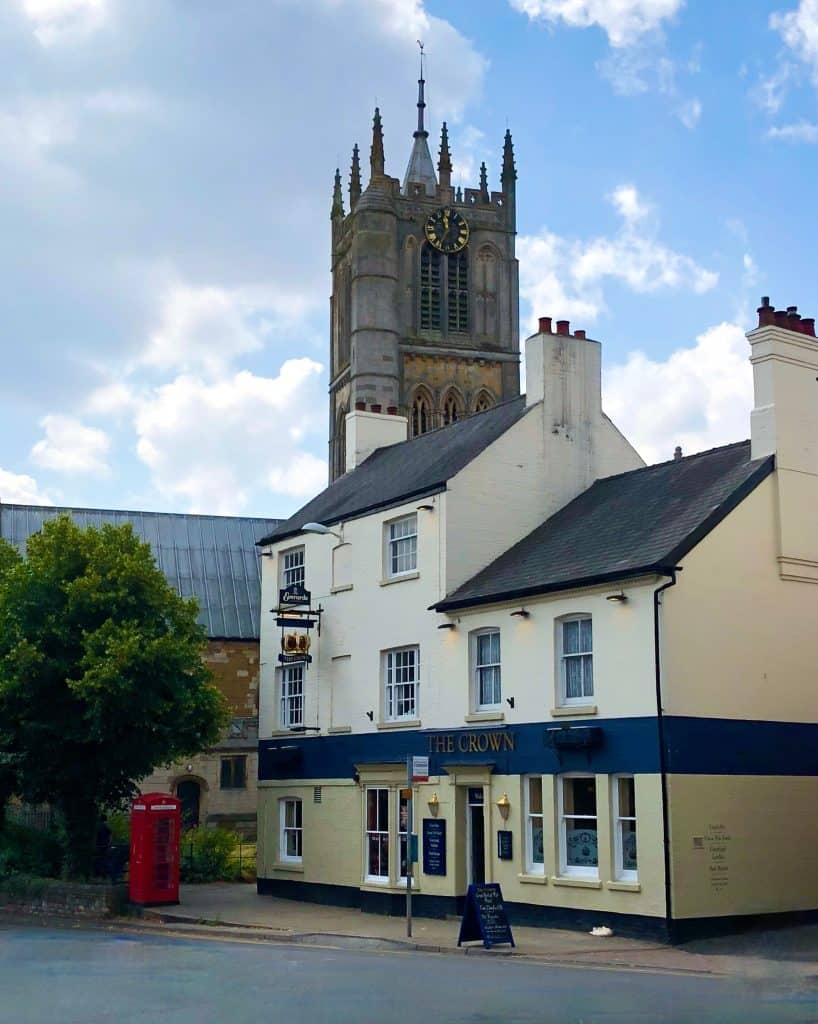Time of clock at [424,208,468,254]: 11:35
